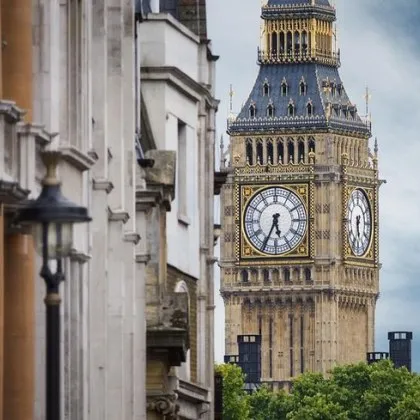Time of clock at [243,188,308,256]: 5:34
